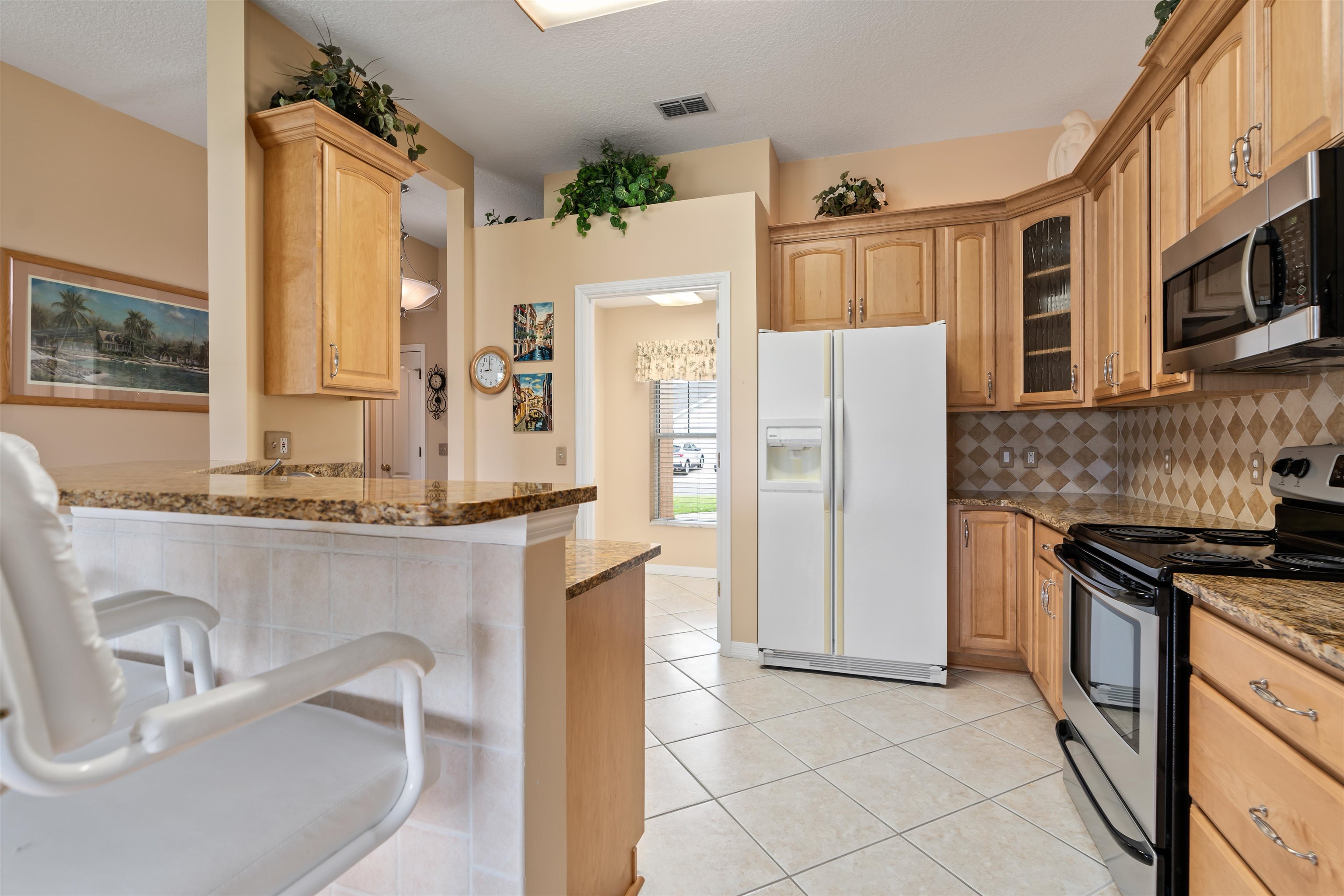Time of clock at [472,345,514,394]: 8:59
